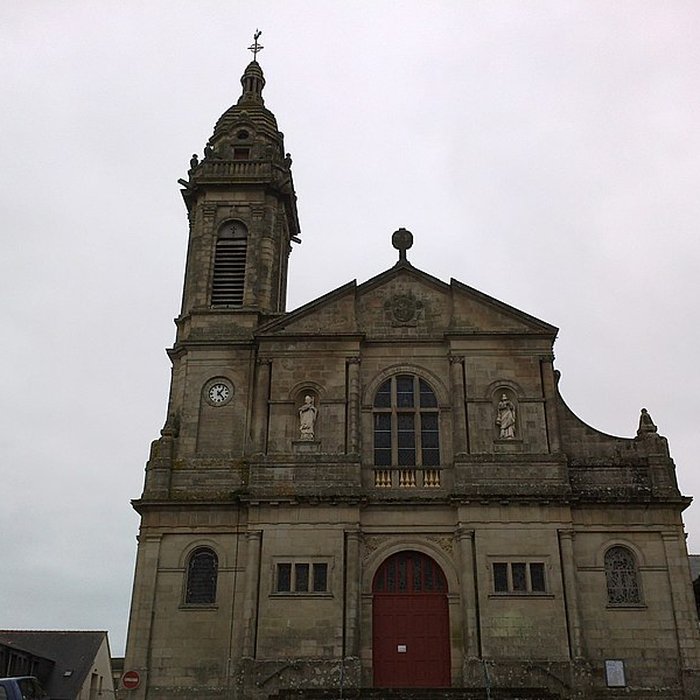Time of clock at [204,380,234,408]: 1:23
